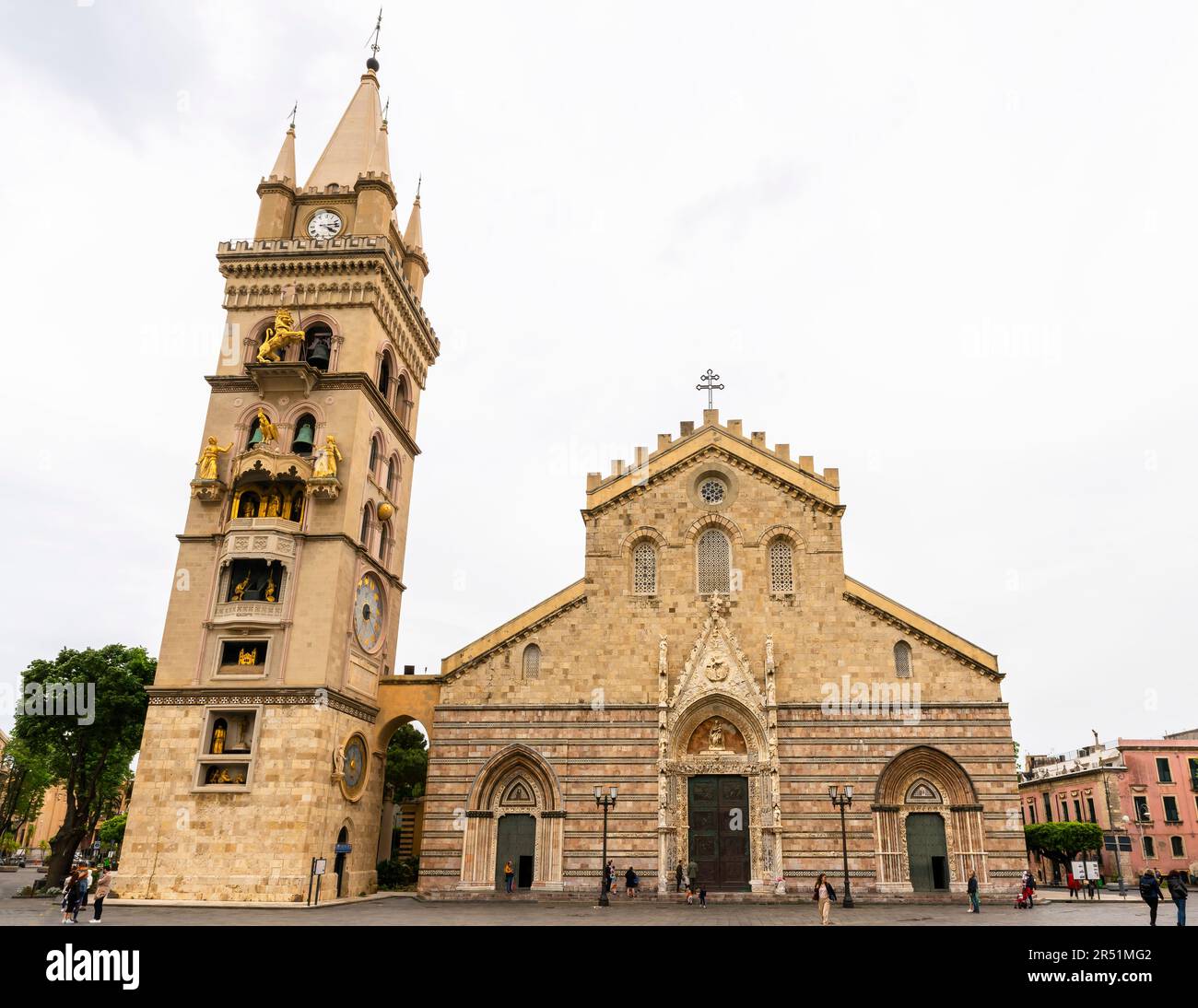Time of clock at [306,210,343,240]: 4:13
